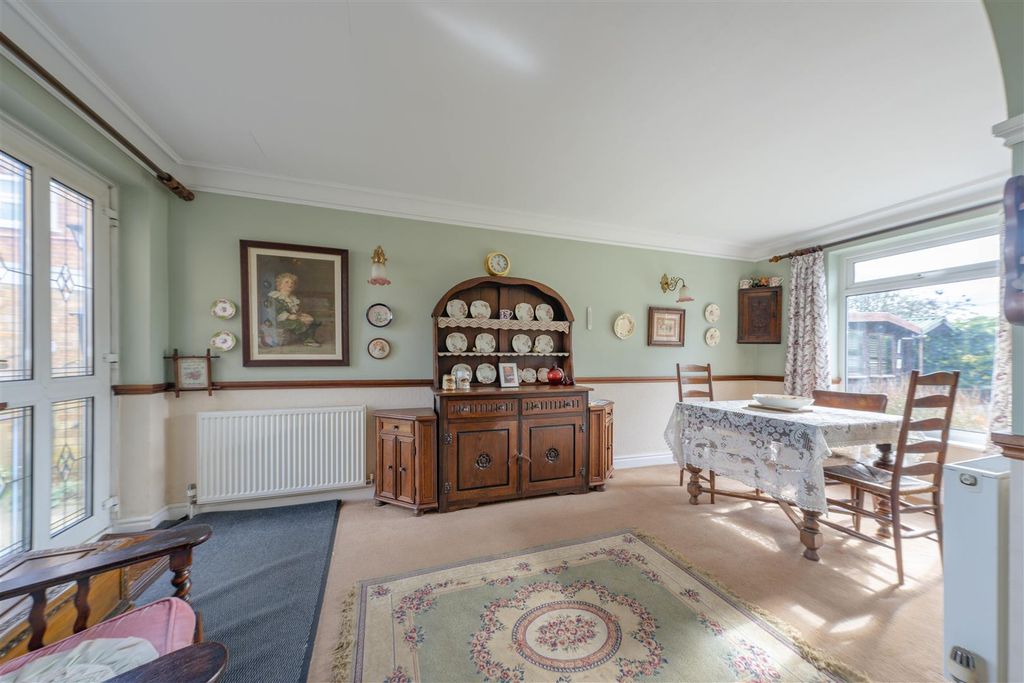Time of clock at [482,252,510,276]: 12:23
